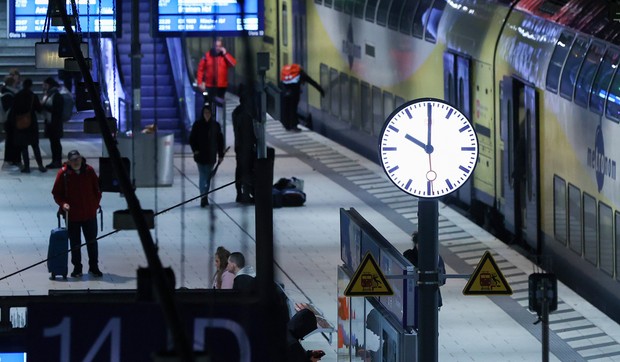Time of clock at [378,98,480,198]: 10:00
